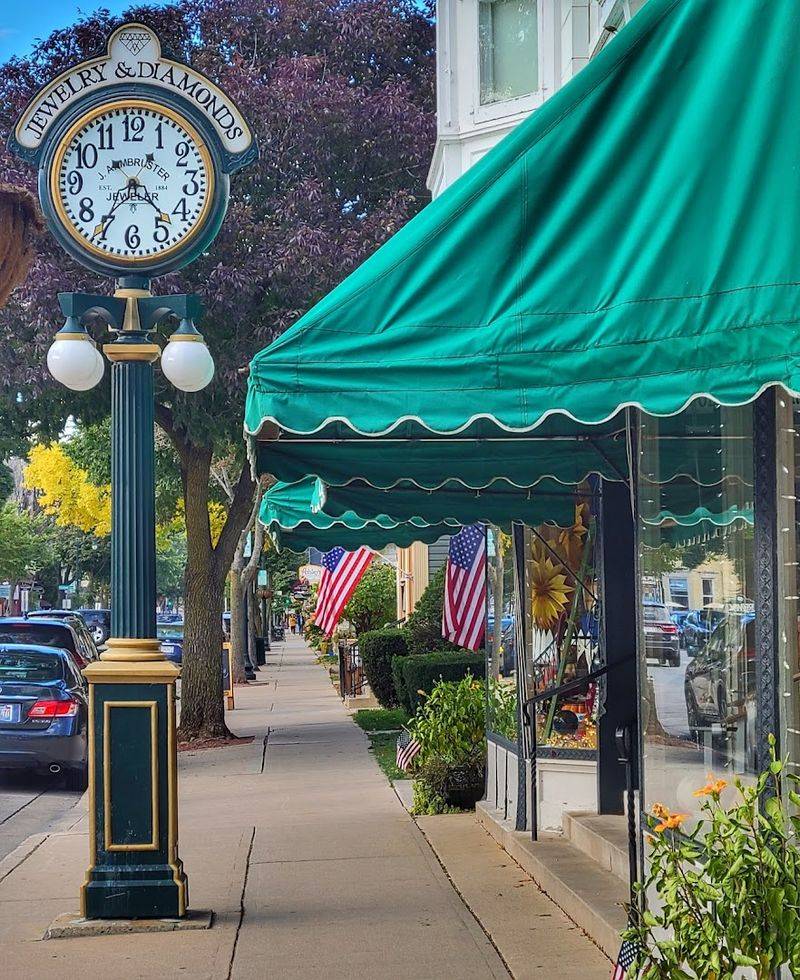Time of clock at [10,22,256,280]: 4:35
